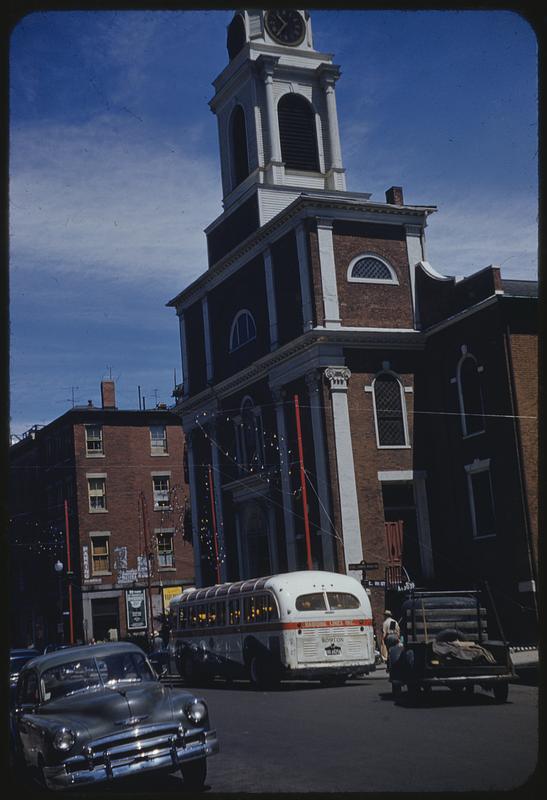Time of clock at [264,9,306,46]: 10:36
